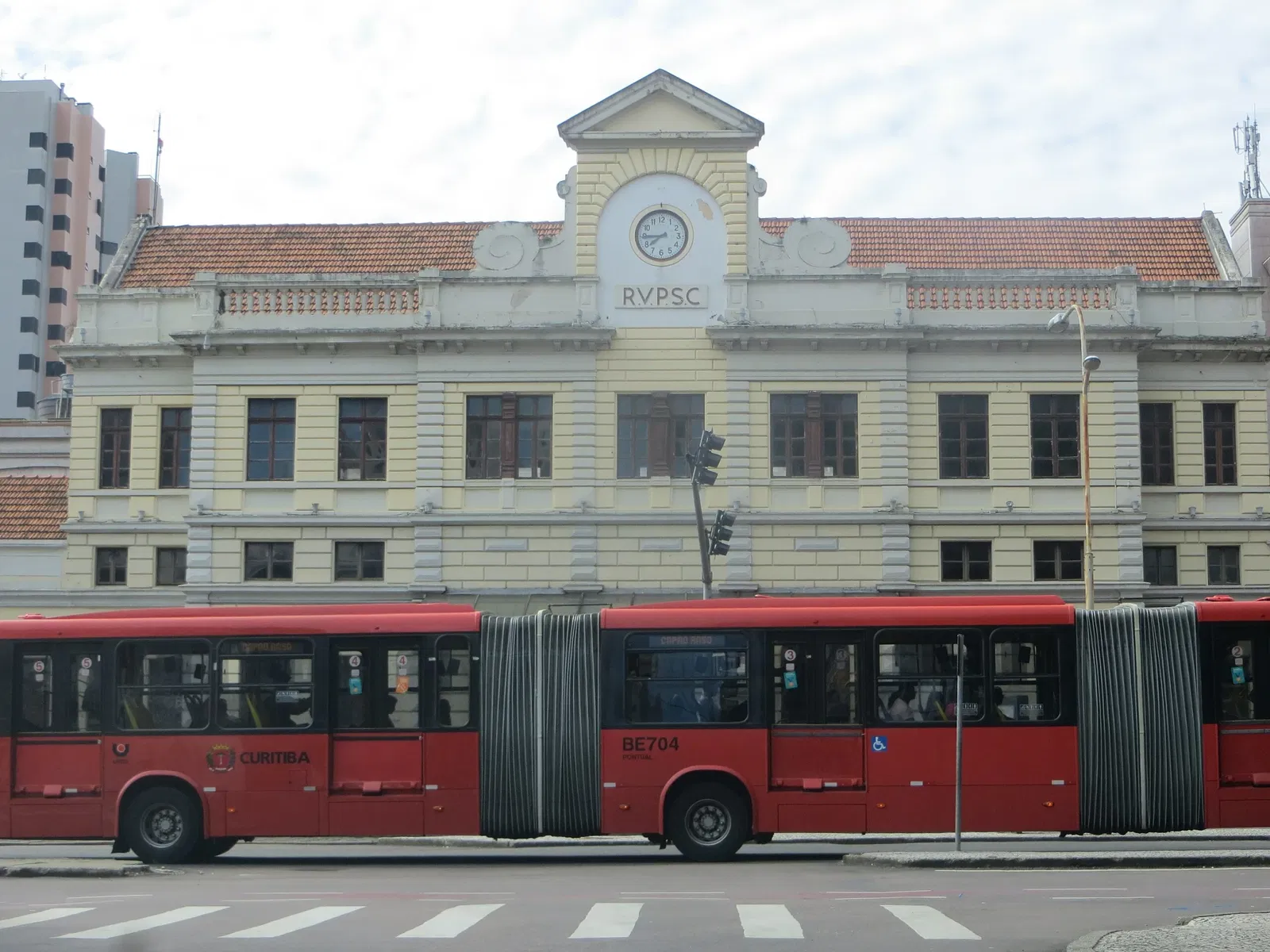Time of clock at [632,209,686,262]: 7:44
